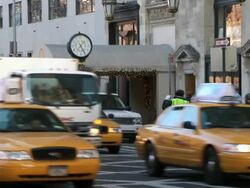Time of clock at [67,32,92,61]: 1:24
